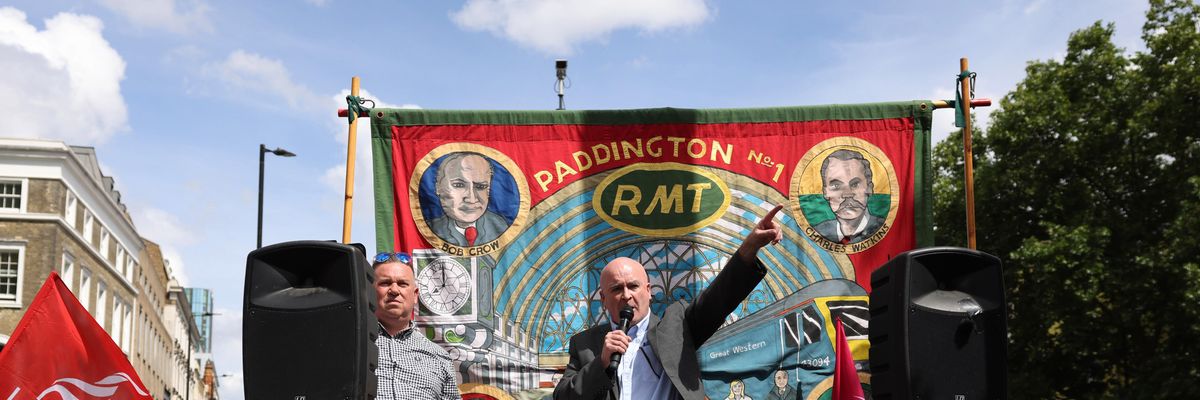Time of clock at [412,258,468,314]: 7:59
